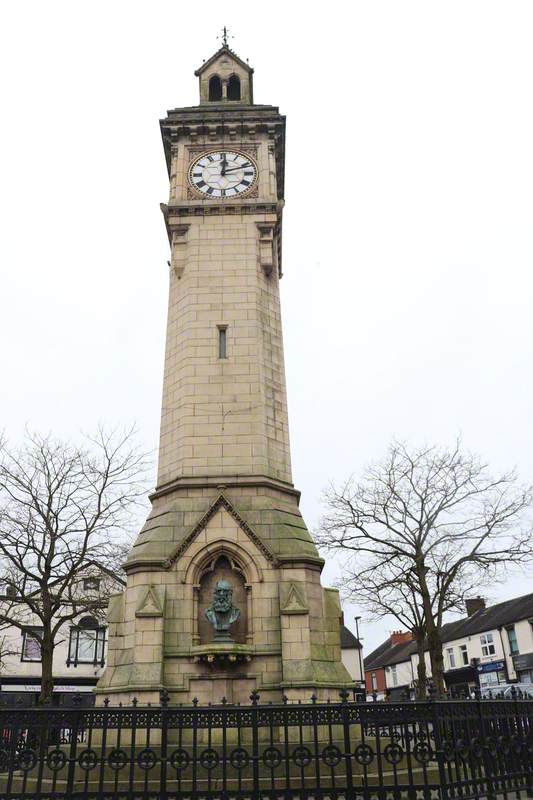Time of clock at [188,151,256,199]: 12:11
